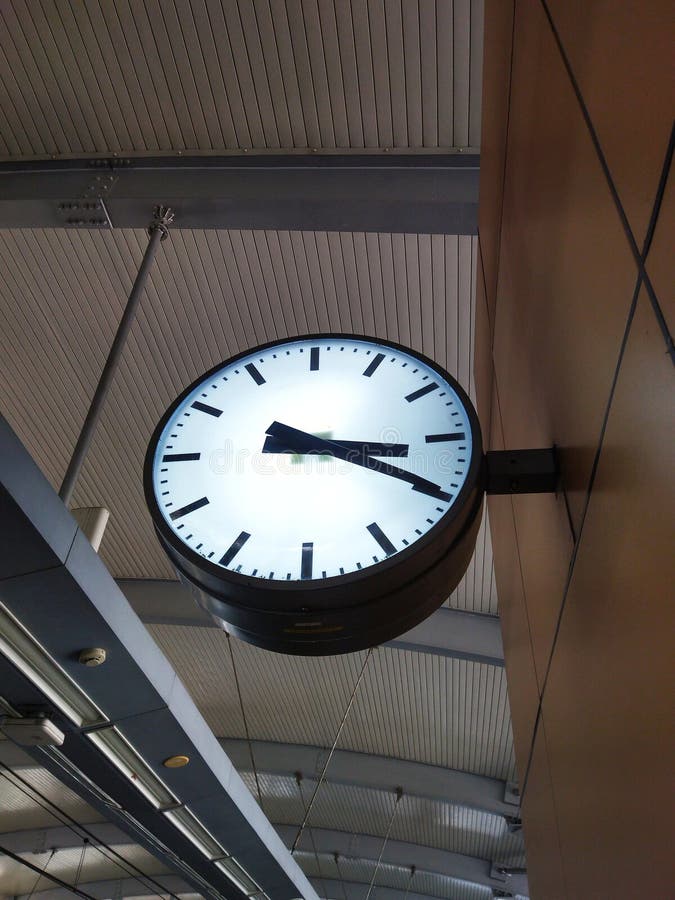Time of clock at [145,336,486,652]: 3:19
